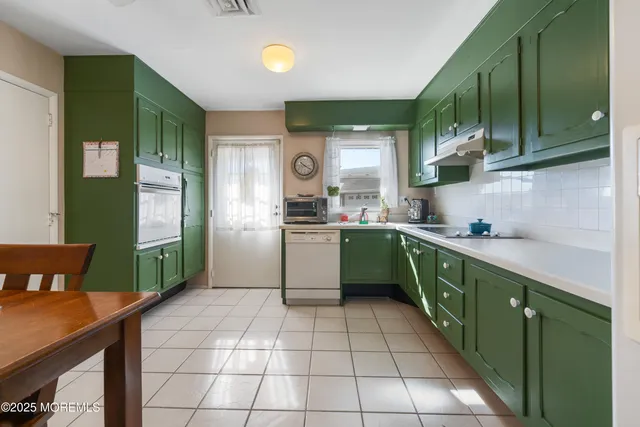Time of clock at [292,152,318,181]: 10:20
